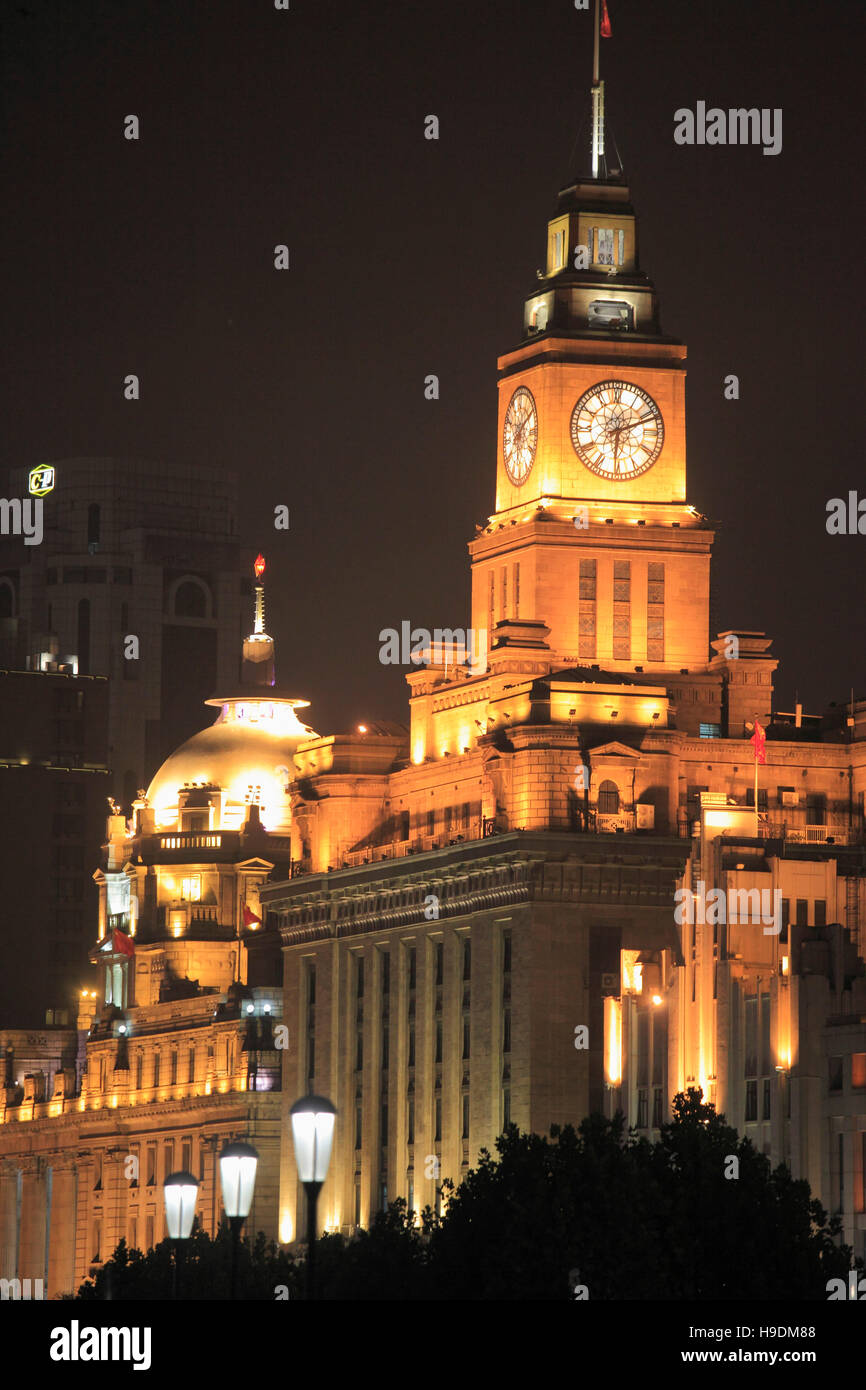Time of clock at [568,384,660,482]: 6:11
